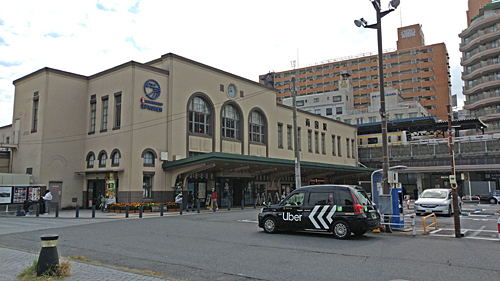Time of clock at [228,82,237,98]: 10:42
